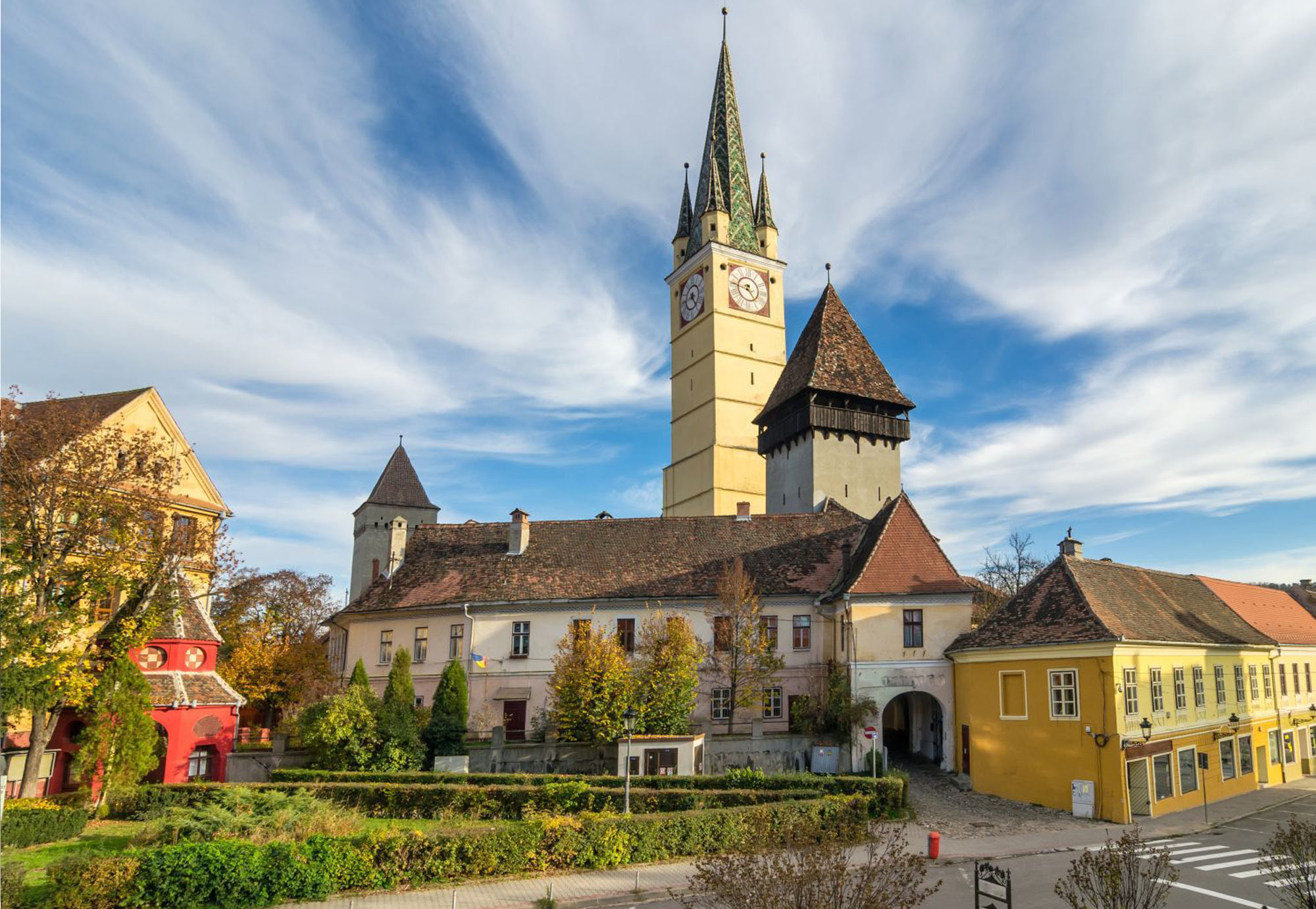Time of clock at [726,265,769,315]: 4:46
